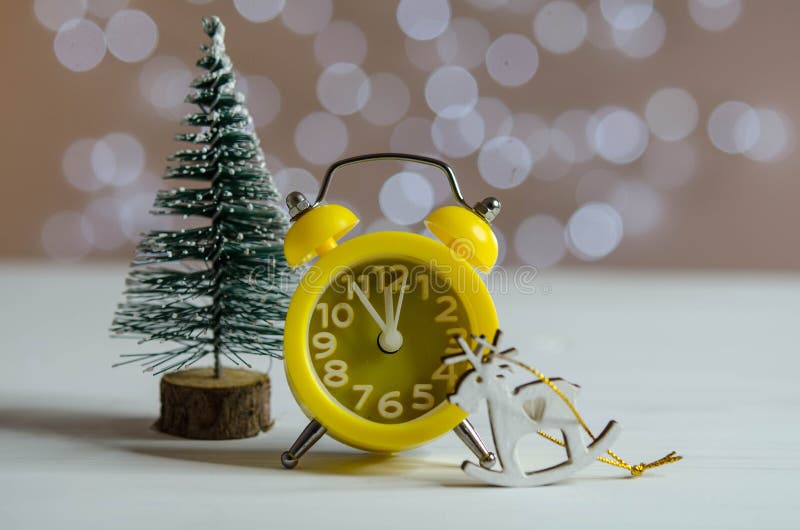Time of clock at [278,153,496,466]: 11:02
